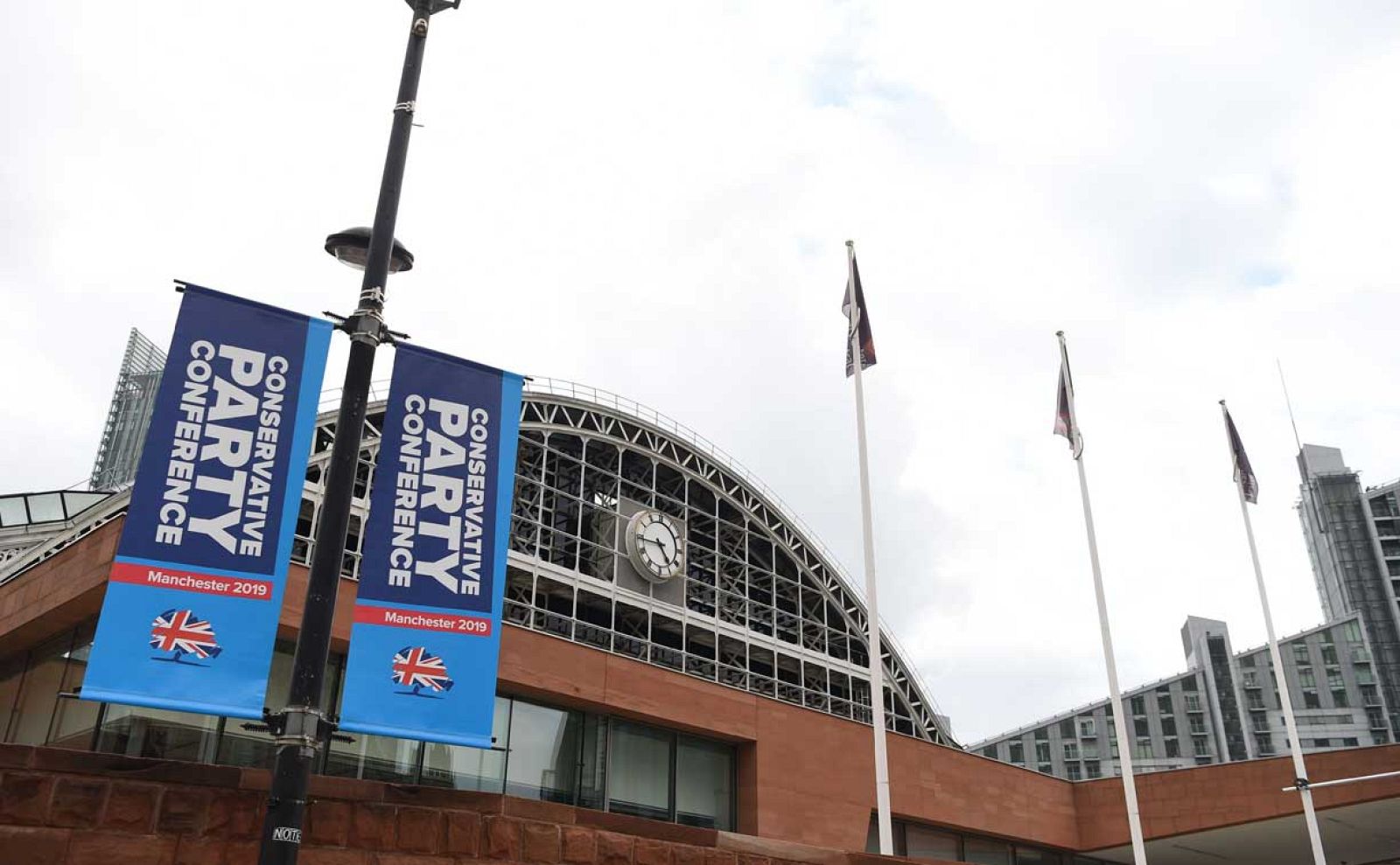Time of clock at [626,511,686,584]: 4:44
